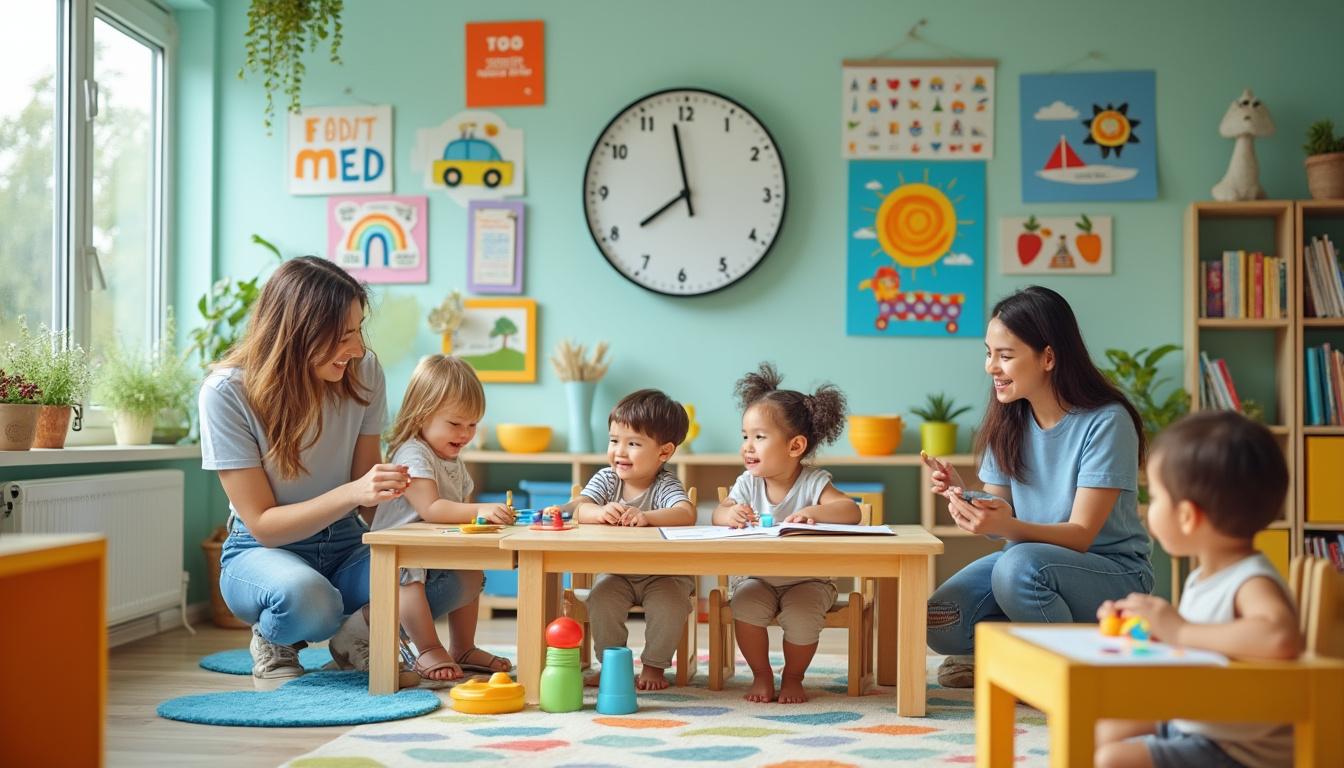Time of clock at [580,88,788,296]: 7:58
